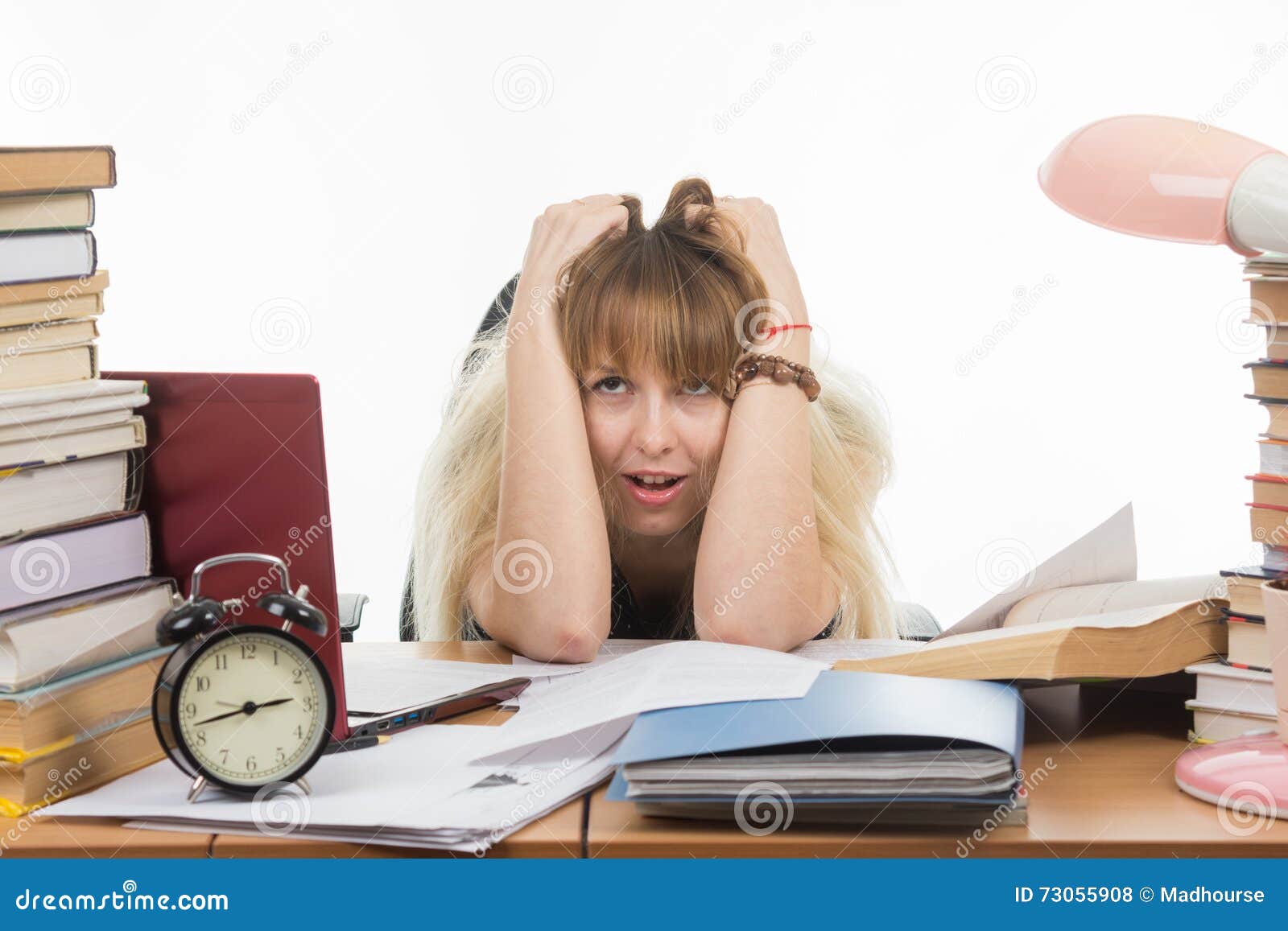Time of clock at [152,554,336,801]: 2:42
